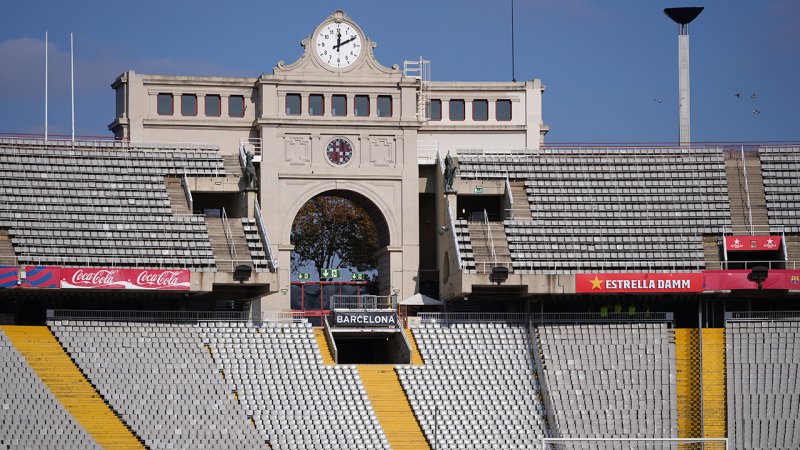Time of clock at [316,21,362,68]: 12:10
